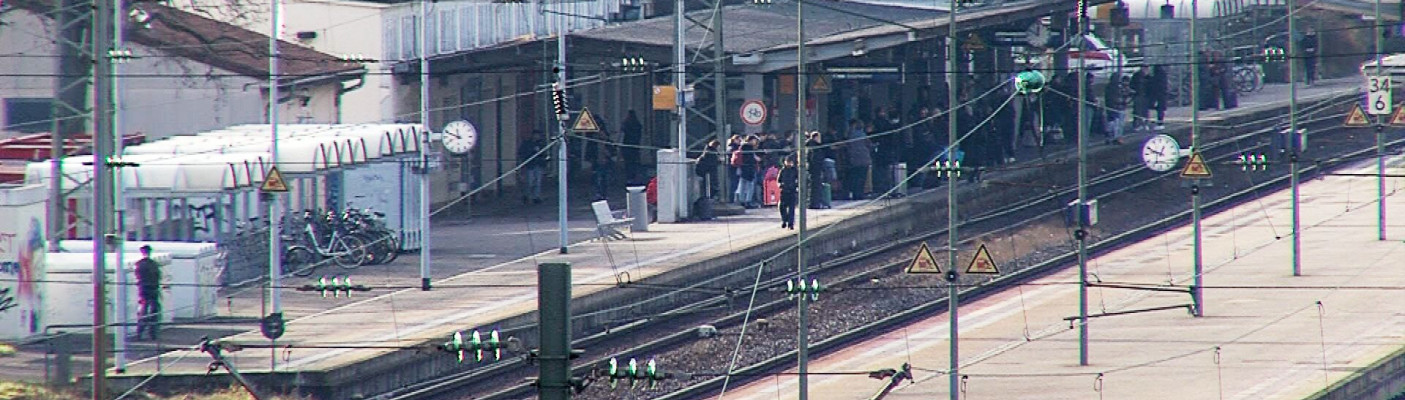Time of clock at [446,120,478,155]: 11:48
